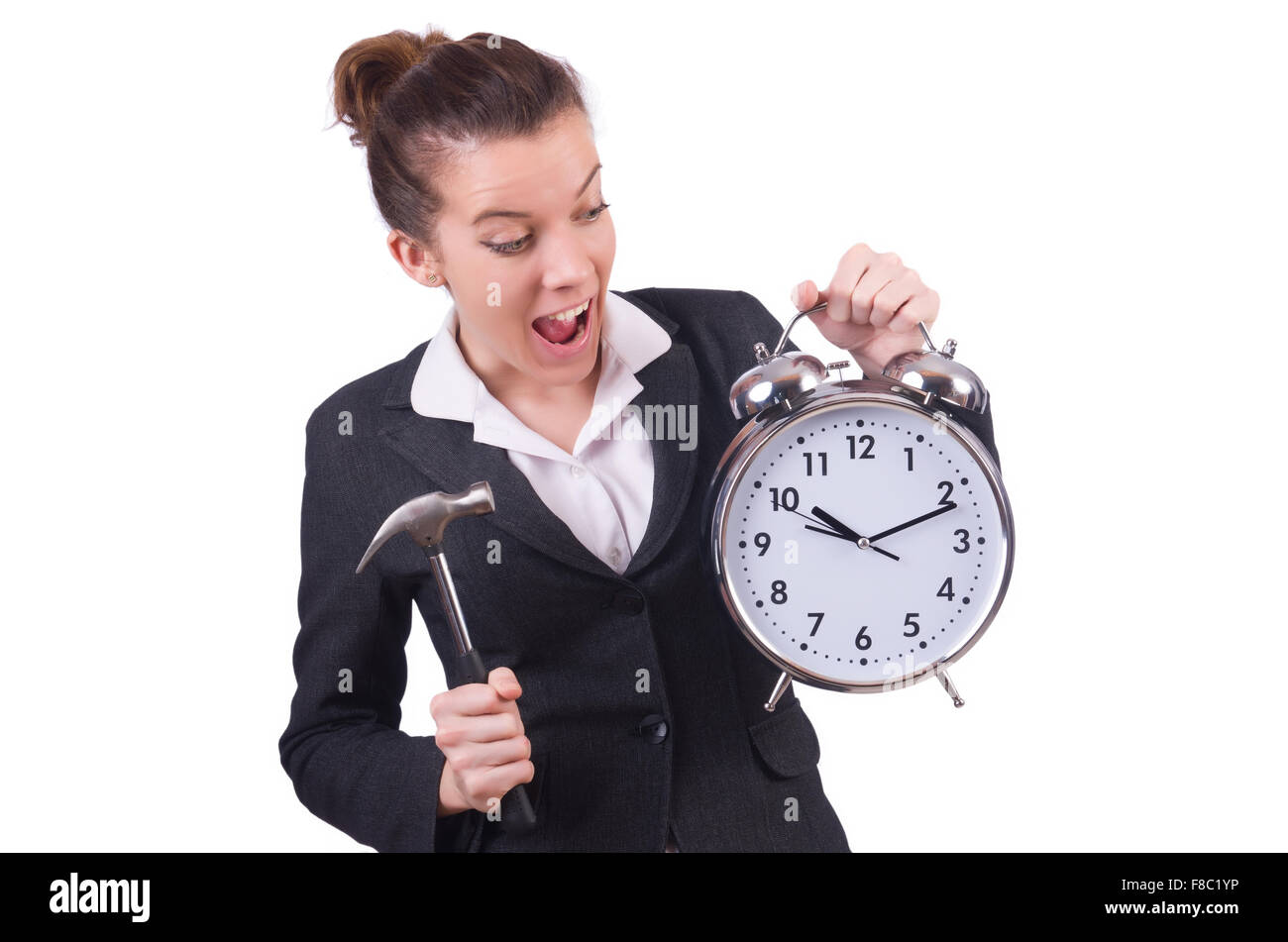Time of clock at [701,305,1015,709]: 10:11
